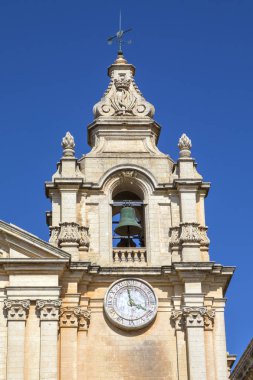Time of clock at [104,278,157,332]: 3:58
